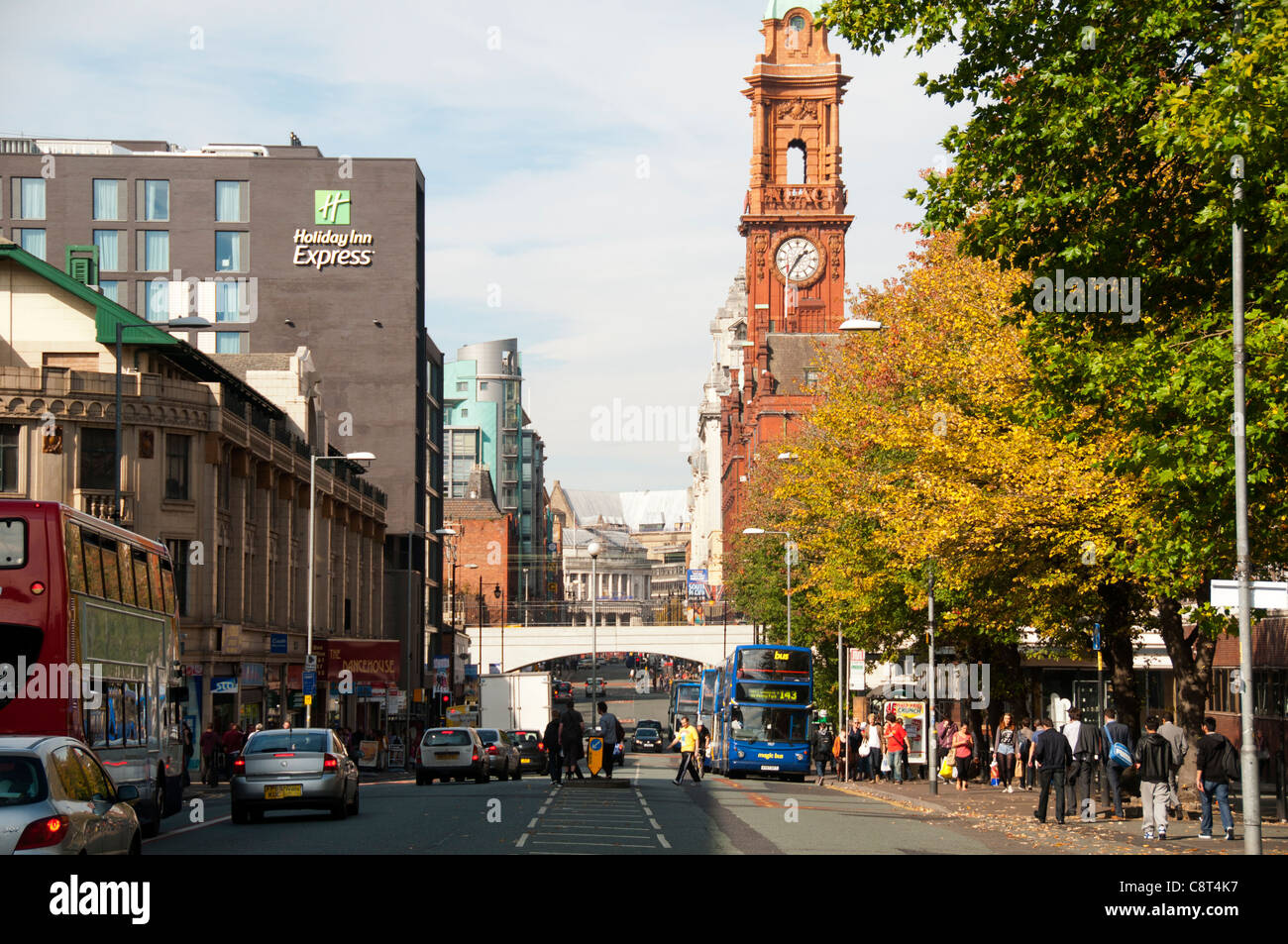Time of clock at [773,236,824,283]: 1:35
